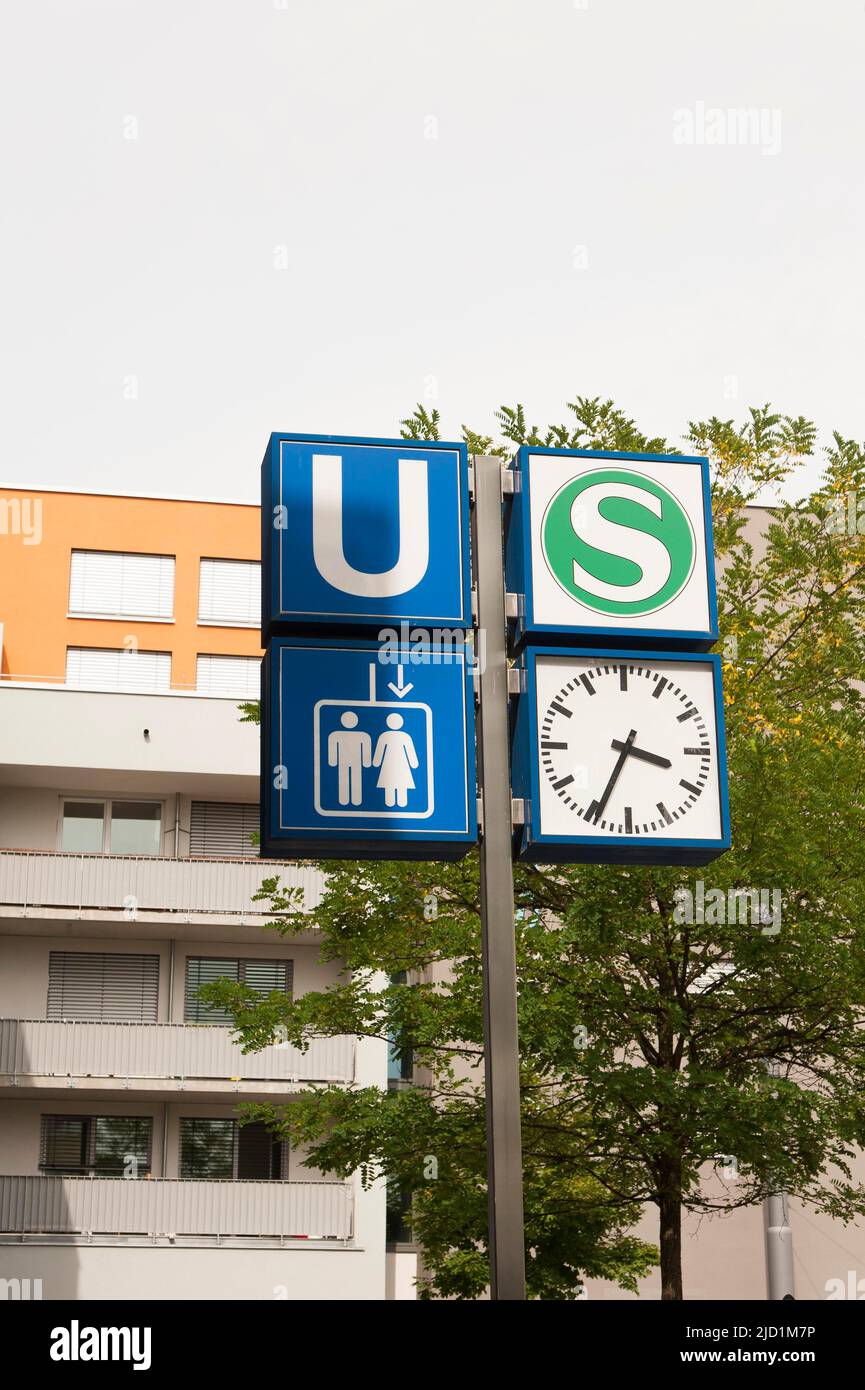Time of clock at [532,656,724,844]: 3:34
